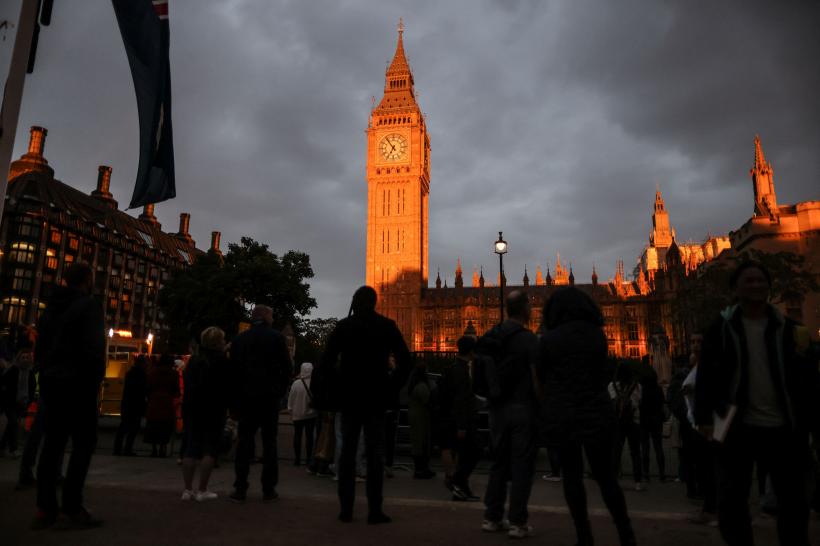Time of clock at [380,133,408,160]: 6:54
